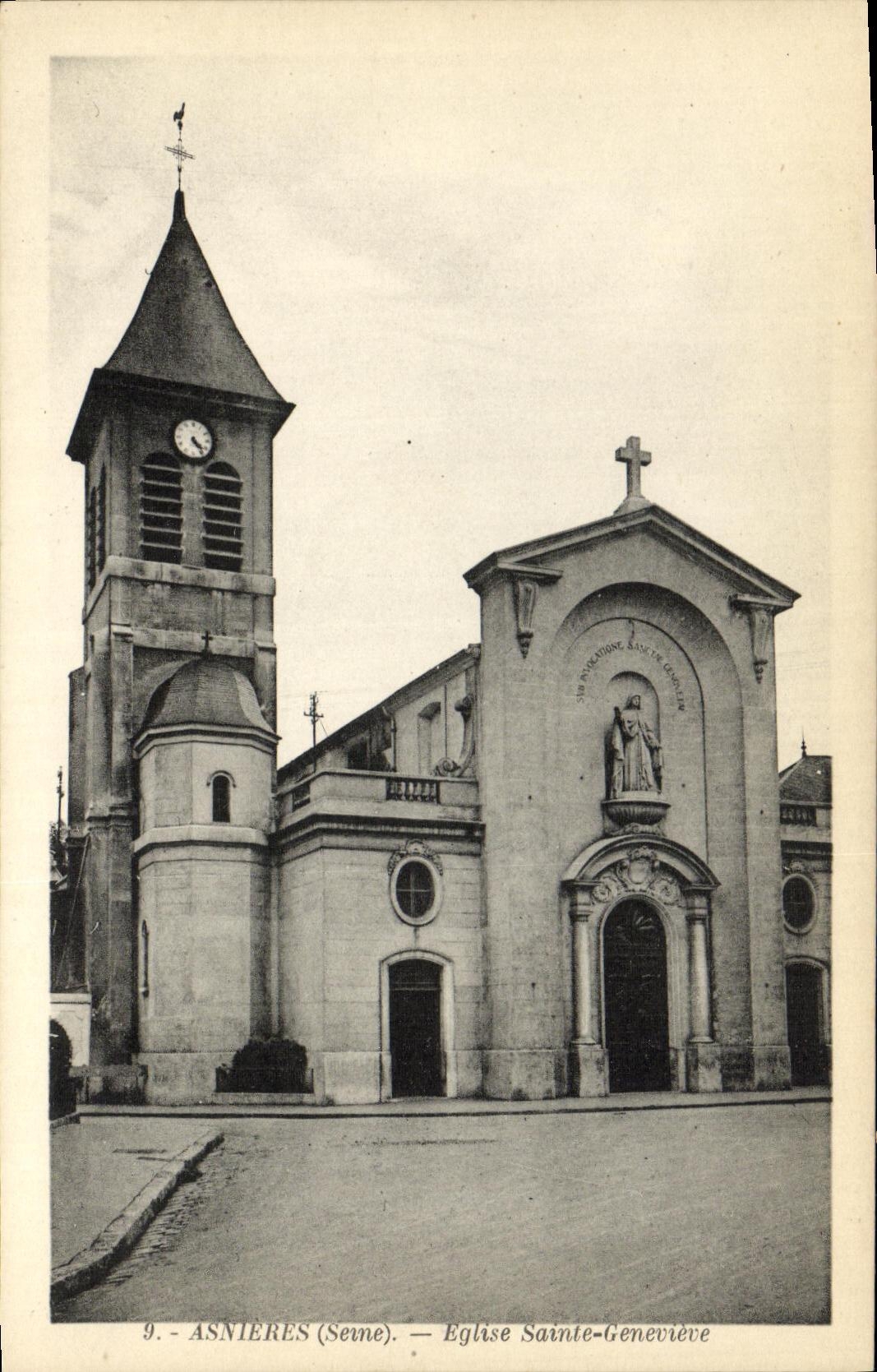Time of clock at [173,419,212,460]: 4:23
